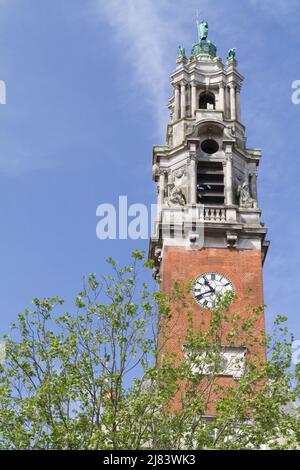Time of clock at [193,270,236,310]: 10:41
